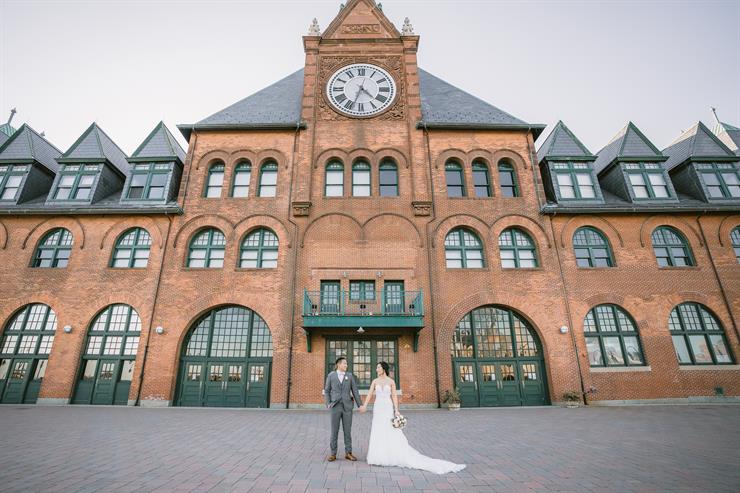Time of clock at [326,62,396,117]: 4:33
